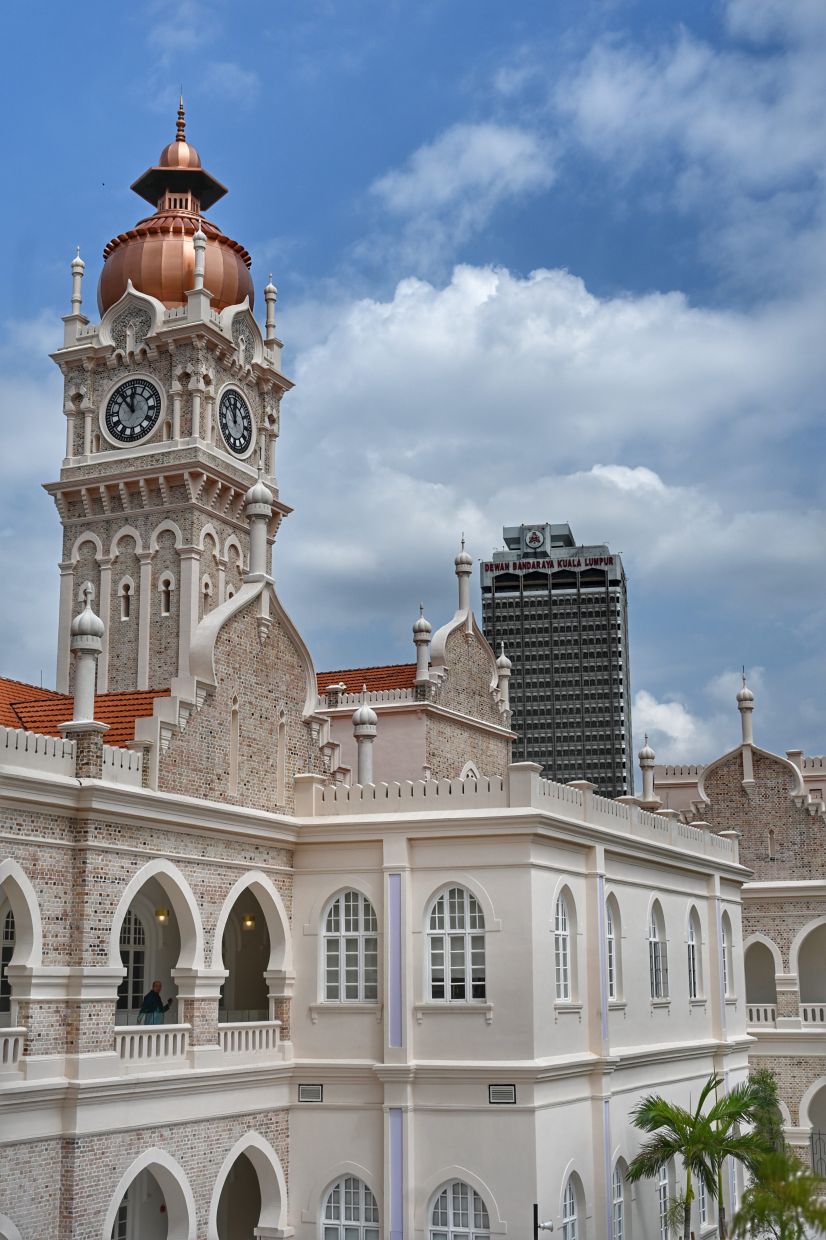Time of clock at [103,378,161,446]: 11:53
